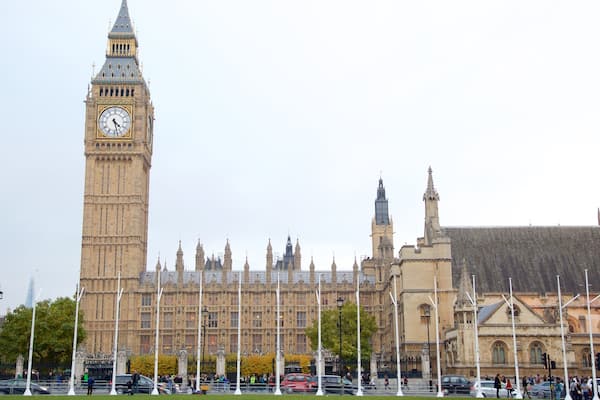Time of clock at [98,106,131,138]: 4:27
